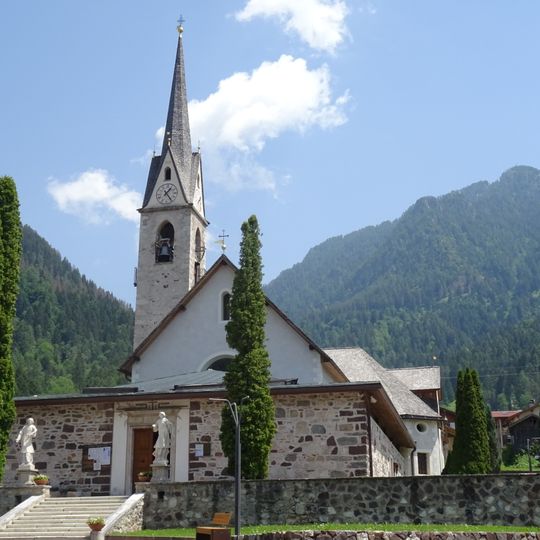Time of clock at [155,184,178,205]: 1:24
